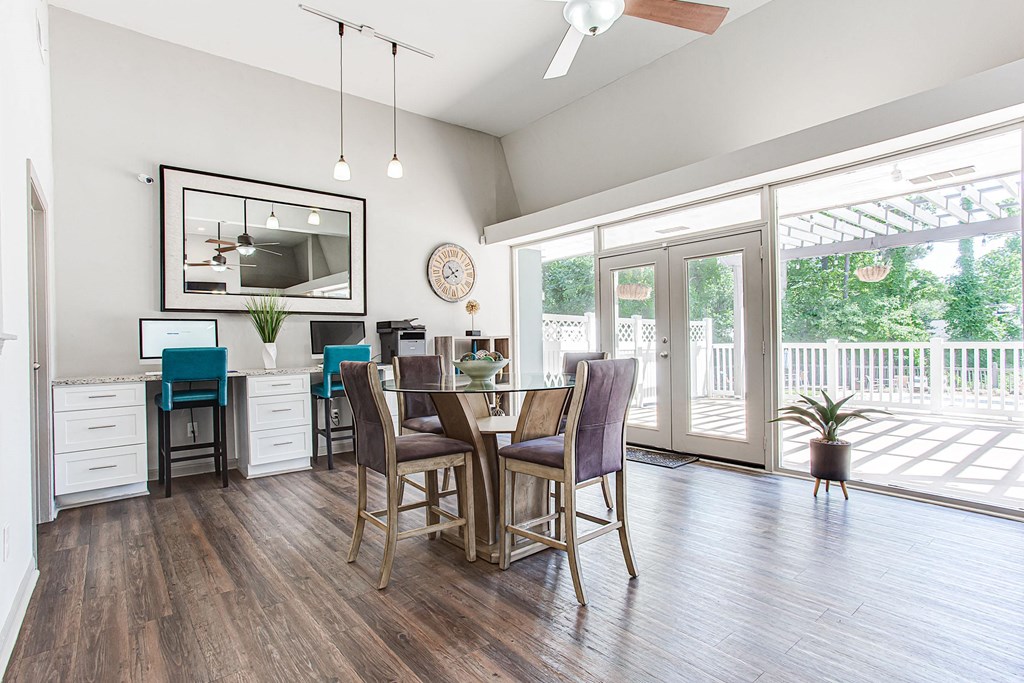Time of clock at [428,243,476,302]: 7:52
